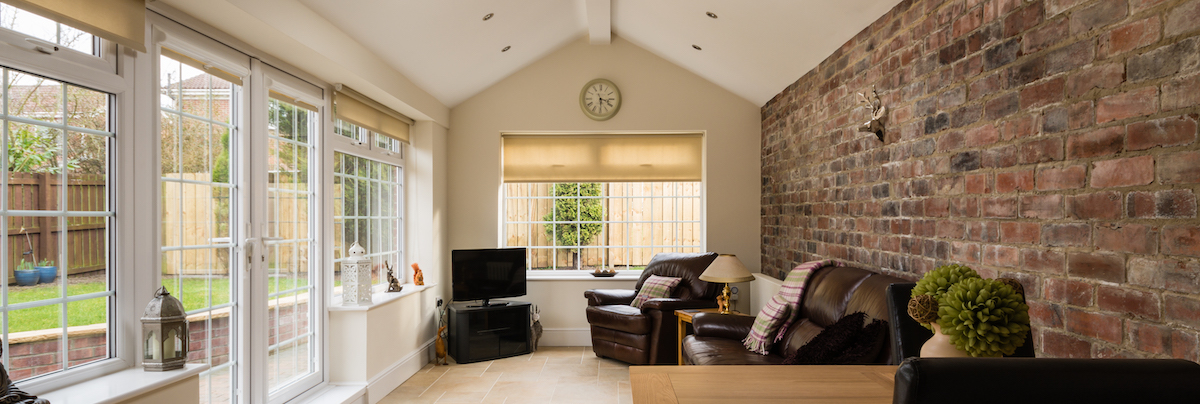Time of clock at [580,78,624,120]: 3:29
